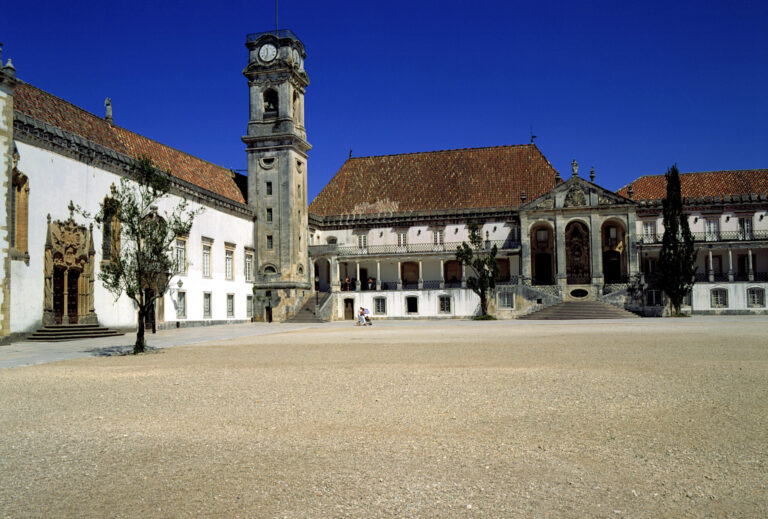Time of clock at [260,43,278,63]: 11:32
